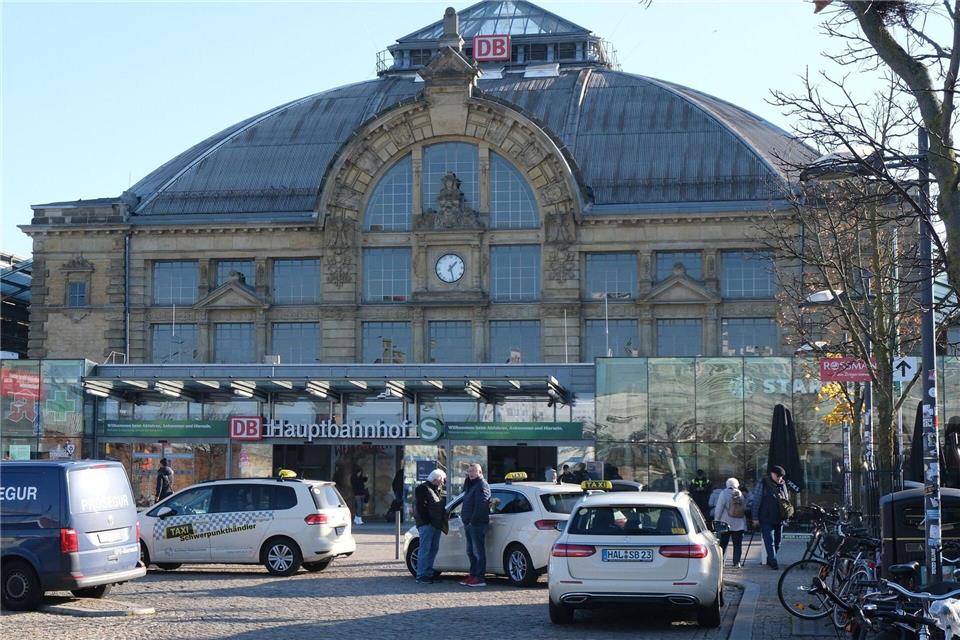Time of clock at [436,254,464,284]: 1:27
